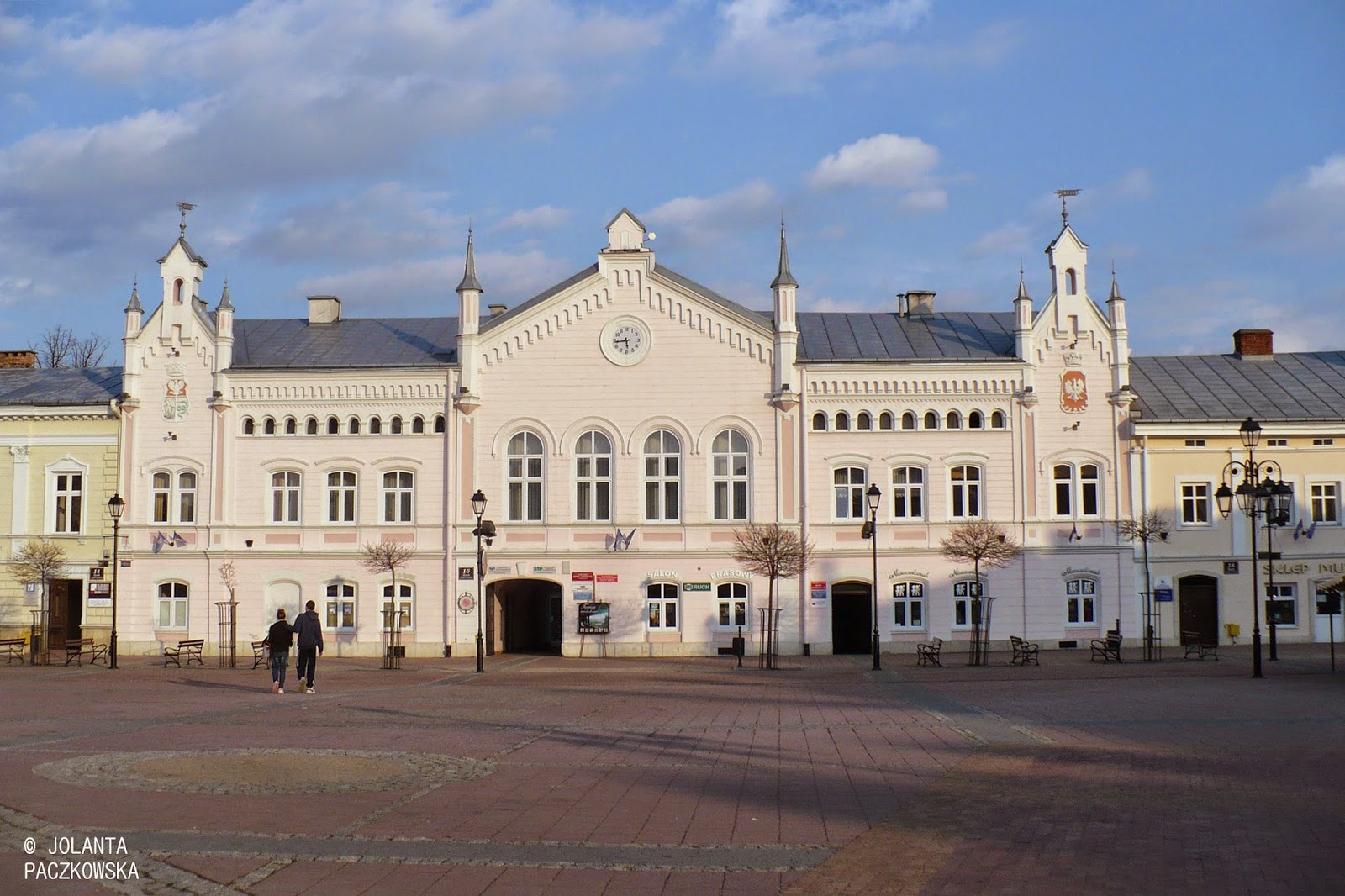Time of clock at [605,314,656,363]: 5:43
